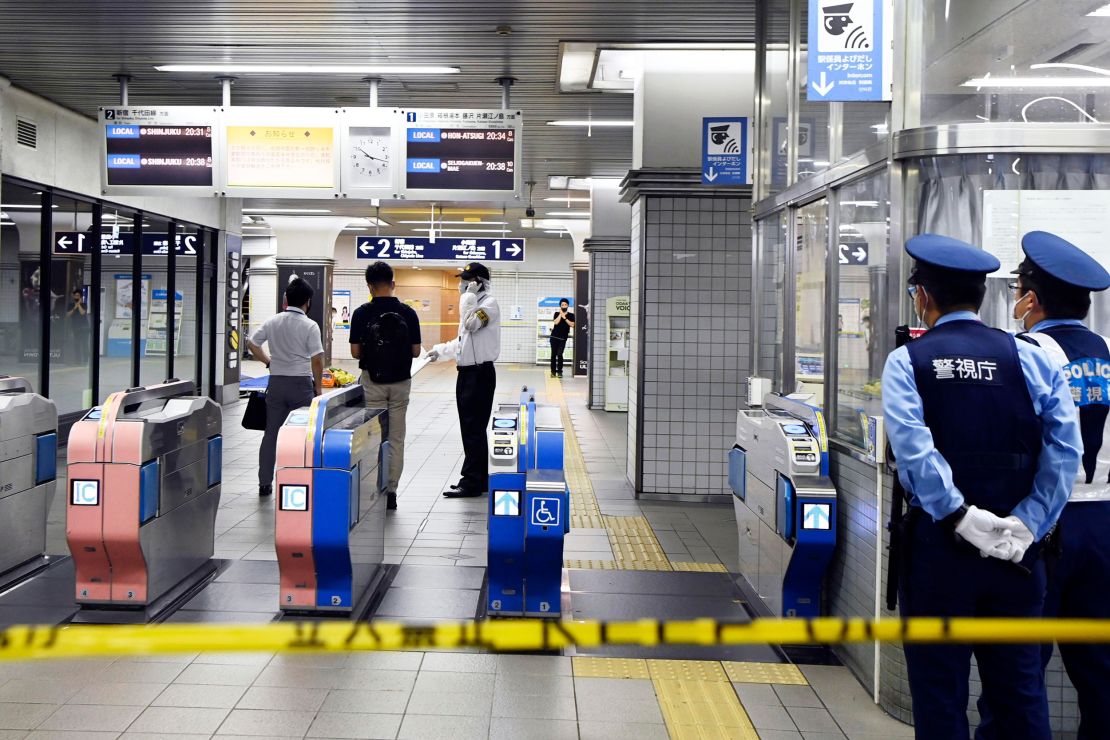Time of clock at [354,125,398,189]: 10:17
